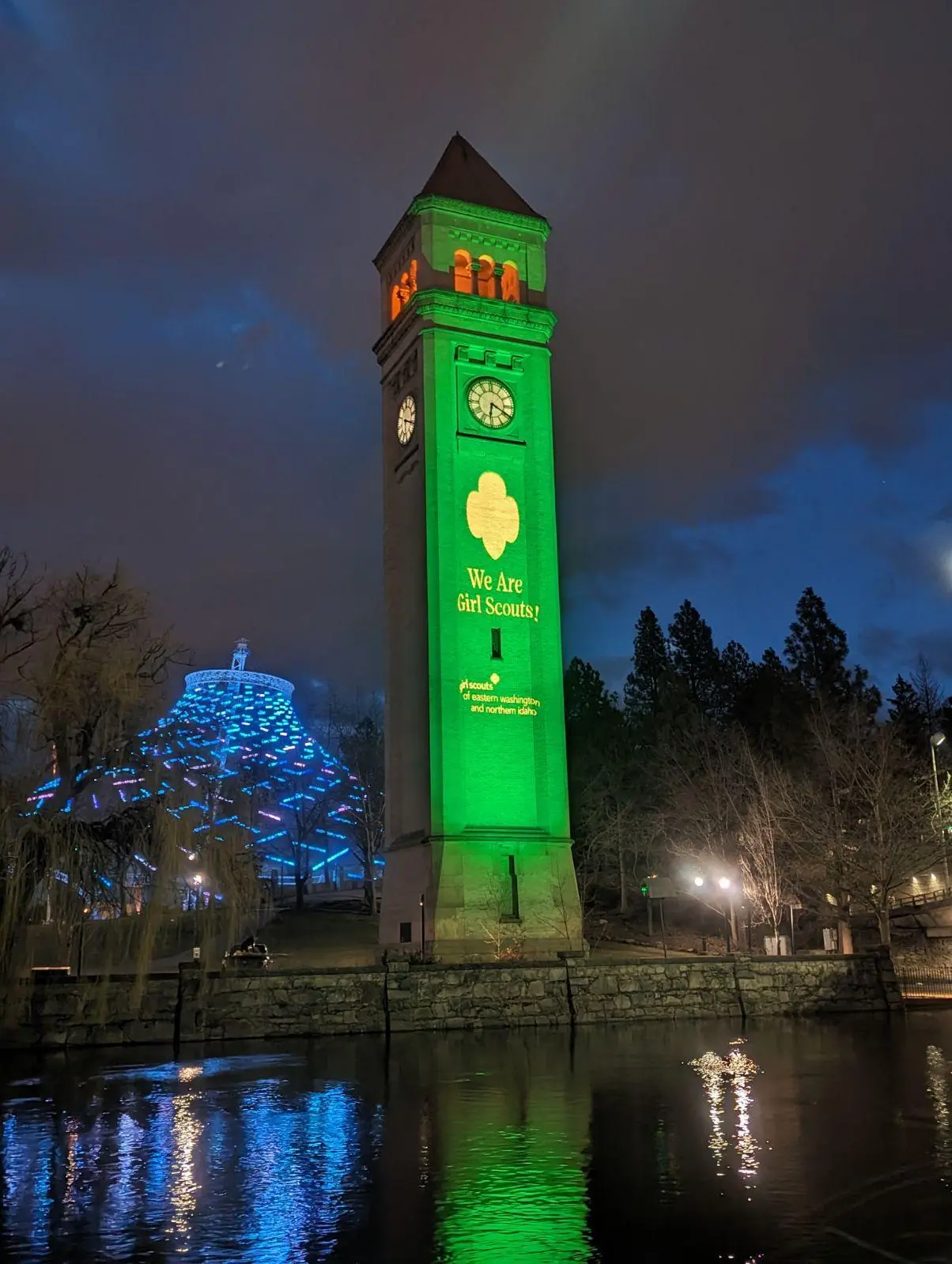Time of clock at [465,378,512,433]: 6:19
